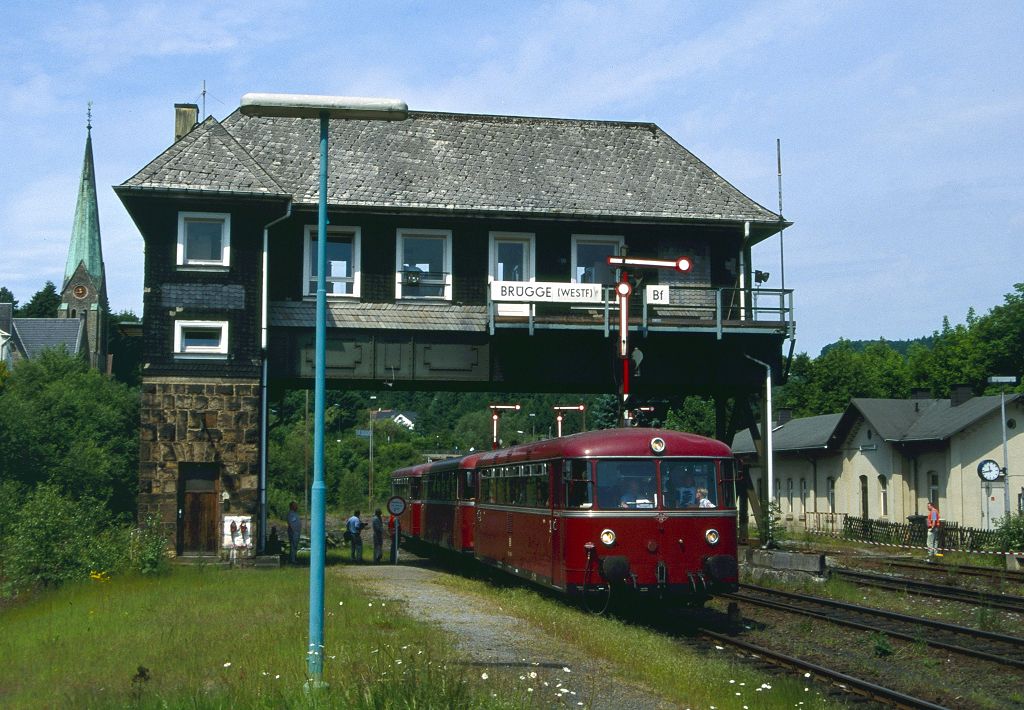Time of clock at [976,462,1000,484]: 11:42
